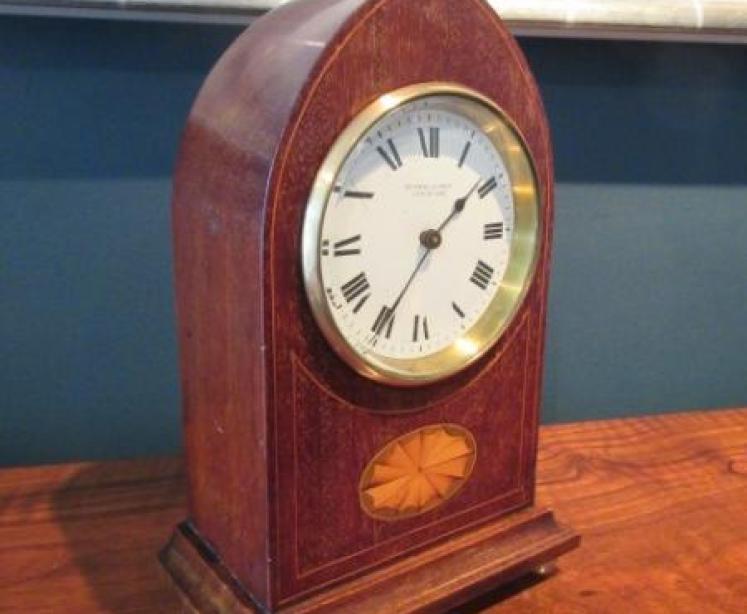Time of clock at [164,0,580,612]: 1:35
